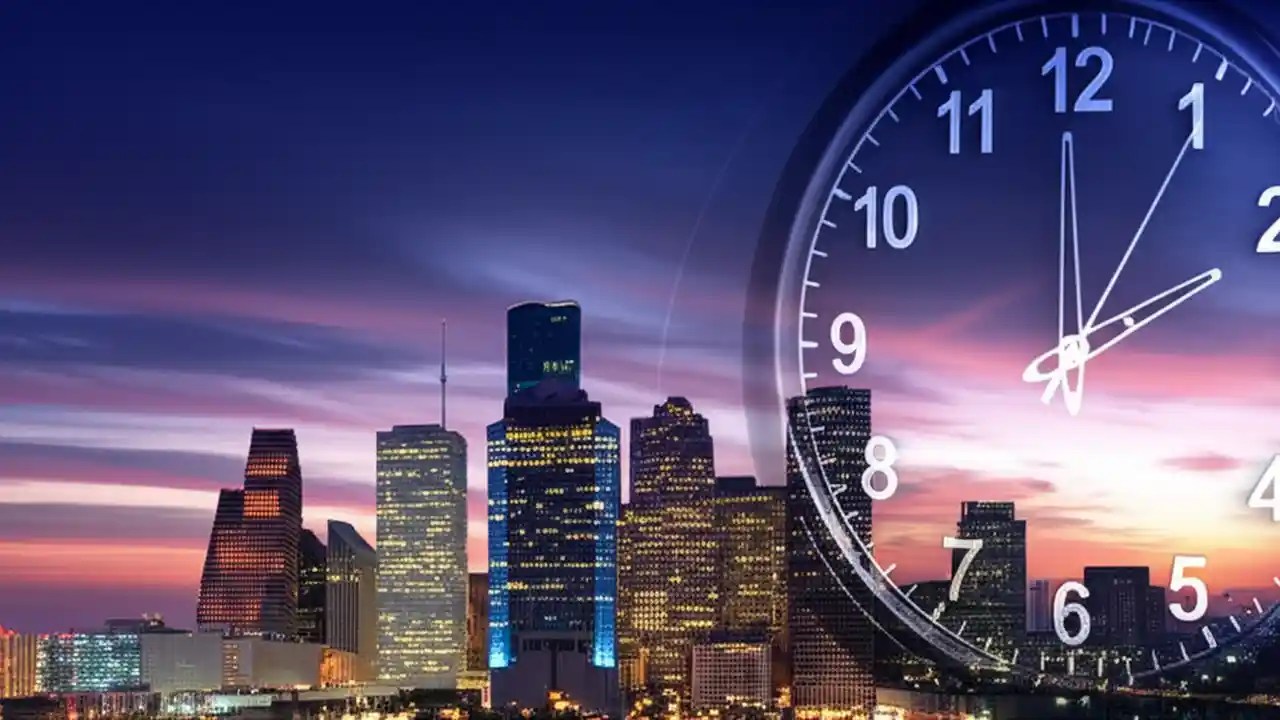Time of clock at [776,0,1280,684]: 1:59
